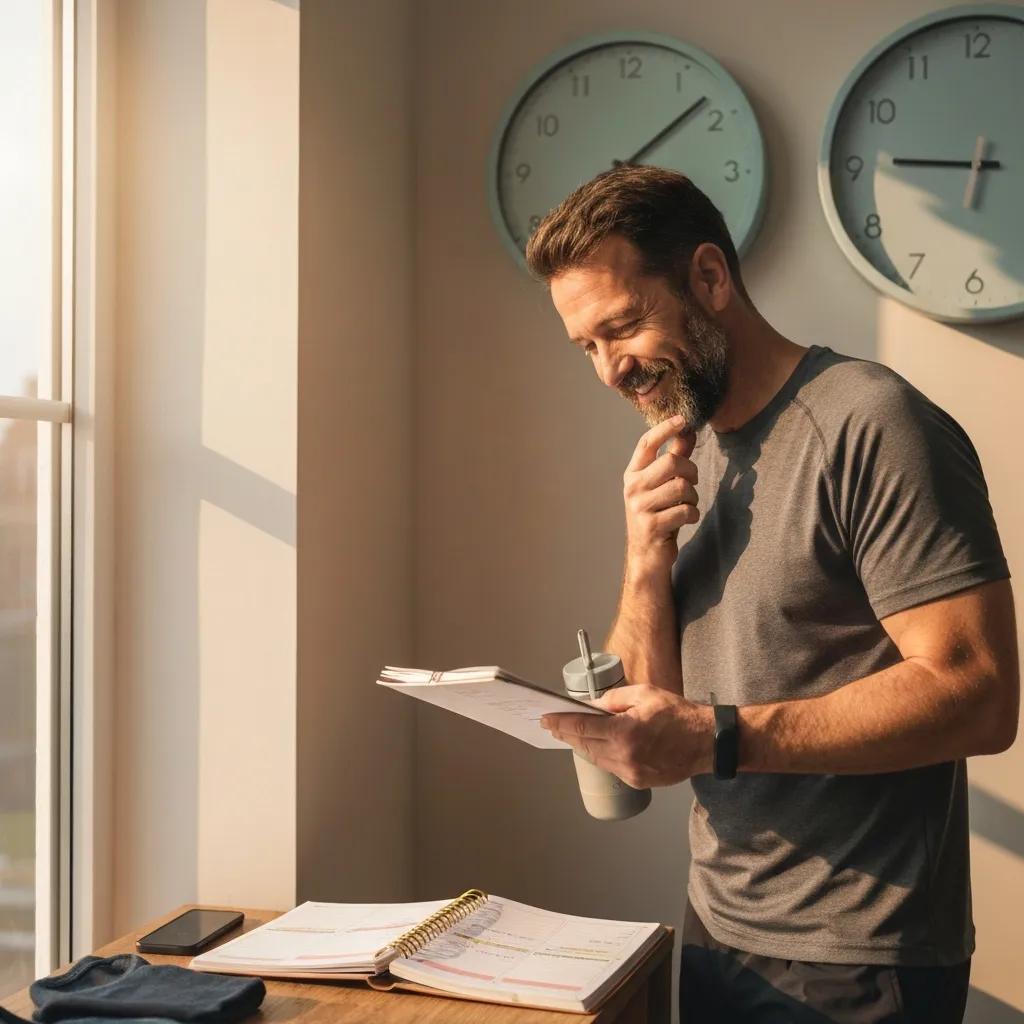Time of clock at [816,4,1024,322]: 6:45
